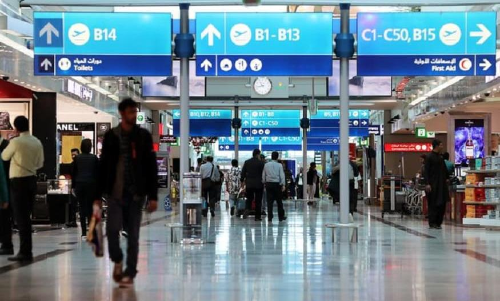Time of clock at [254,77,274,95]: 10:42
